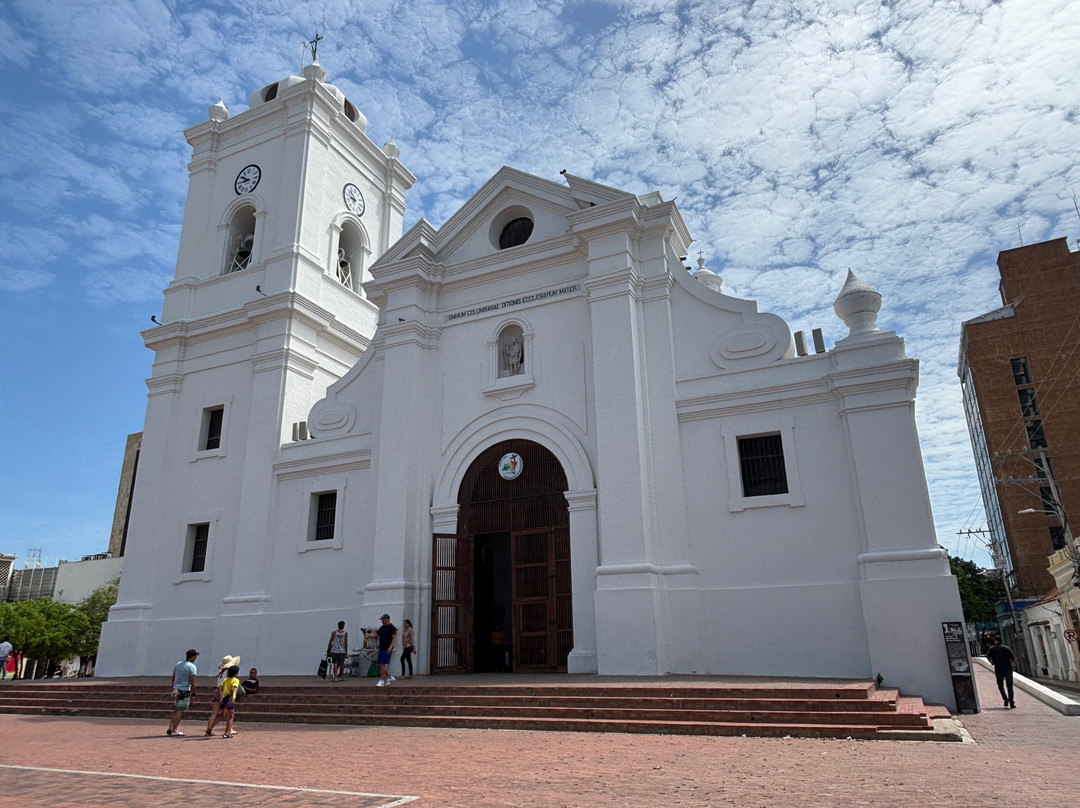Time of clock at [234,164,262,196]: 8:50
